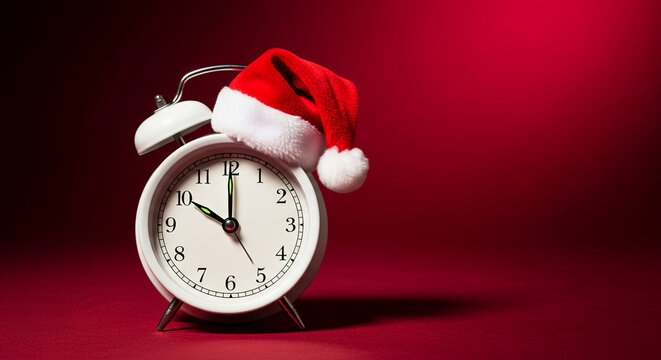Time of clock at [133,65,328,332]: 10:00
